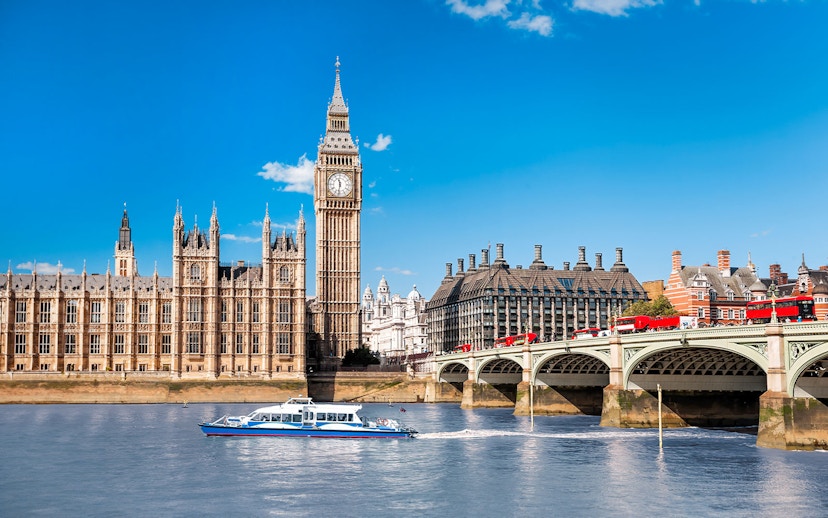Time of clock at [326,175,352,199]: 11:31
